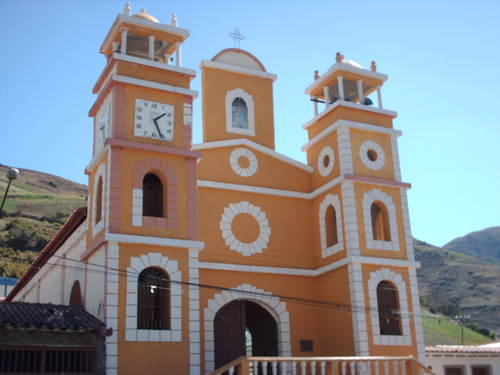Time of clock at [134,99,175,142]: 5:08
